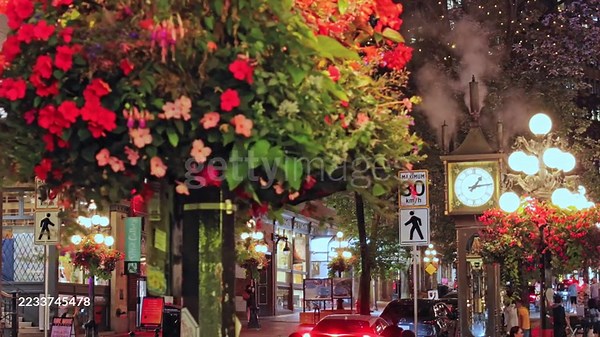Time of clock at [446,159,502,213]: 1:13
